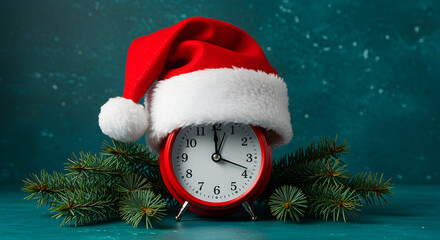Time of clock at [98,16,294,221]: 12:18
